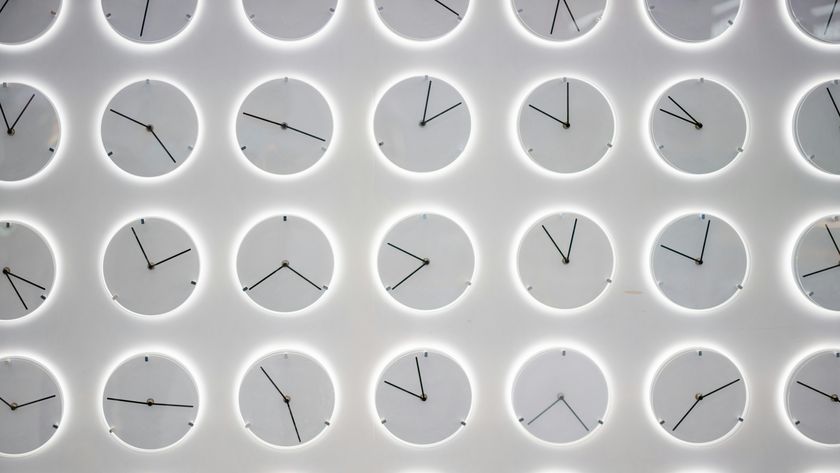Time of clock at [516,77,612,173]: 10:00
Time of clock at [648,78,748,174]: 9:51
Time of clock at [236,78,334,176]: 9:17
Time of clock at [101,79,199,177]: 4:49
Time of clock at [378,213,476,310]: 7:49
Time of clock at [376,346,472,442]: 9:57
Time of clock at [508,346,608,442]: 4:38
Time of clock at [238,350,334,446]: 10:26
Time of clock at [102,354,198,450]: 9:16
